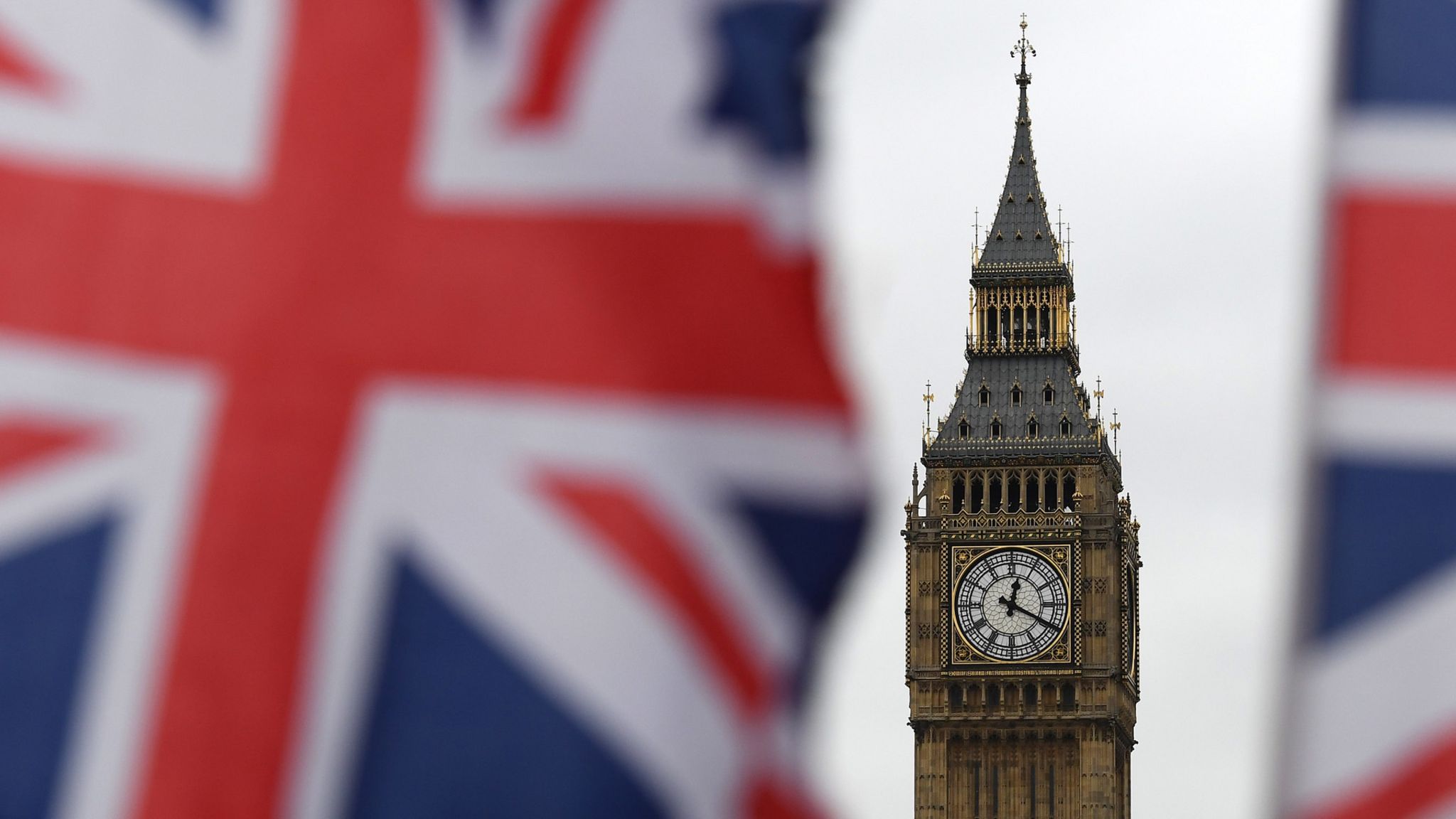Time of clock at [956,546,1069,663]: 12:19
